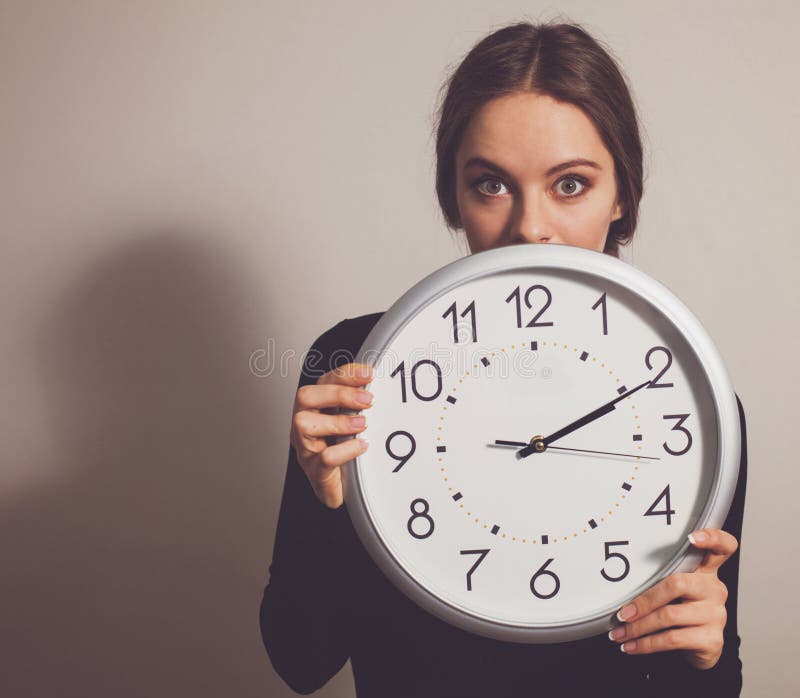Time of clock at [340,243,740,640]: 2:10
